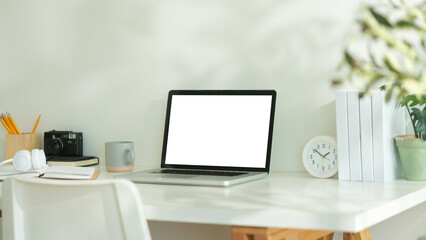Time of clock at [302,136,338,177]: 1:51
